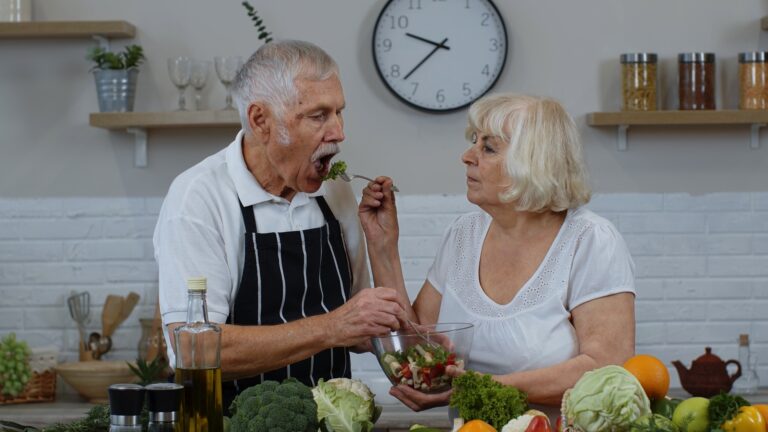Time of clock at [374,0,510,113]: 9:37
